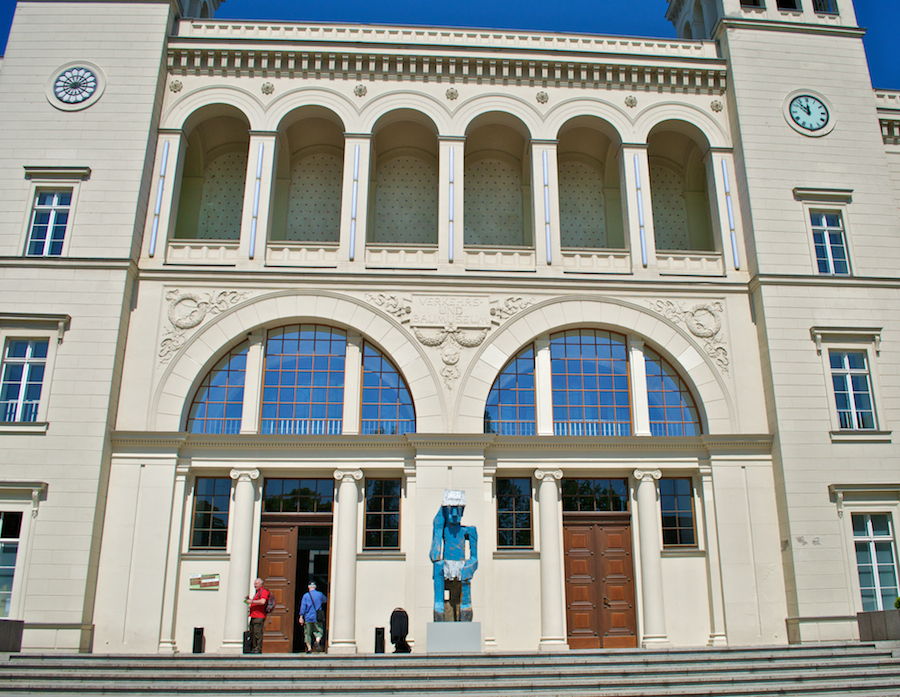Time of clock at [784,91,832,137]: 11:52
